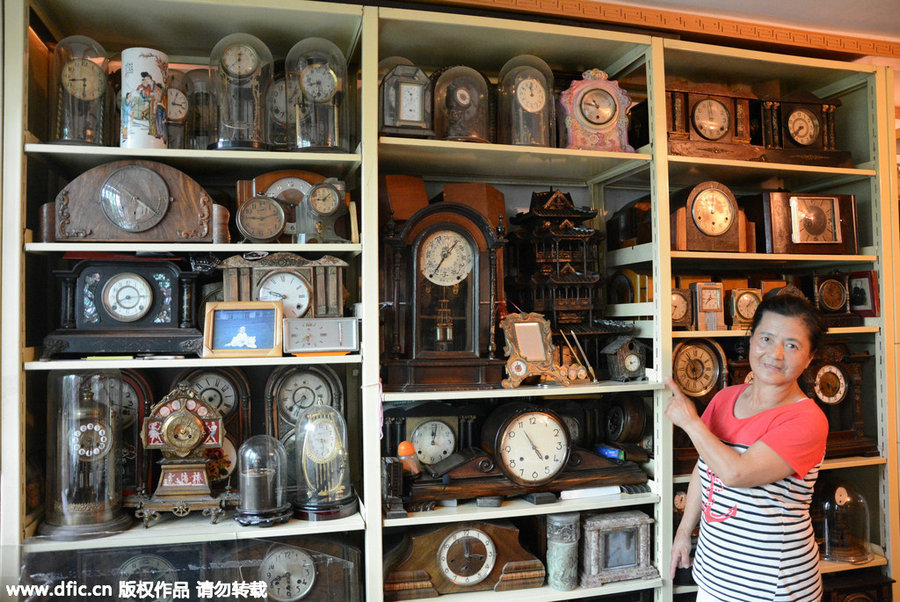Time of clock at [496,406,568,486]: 4:54
